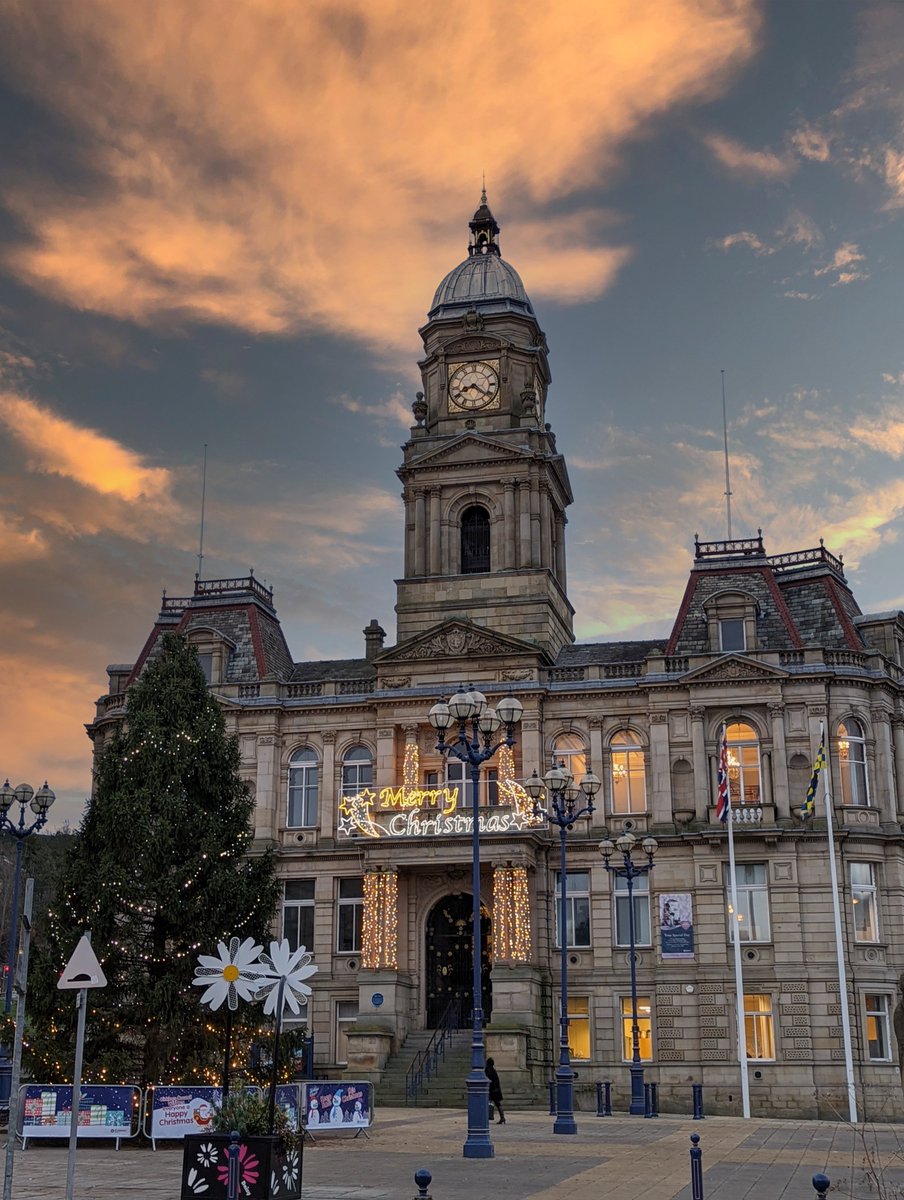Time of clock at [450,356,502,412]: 8:21
